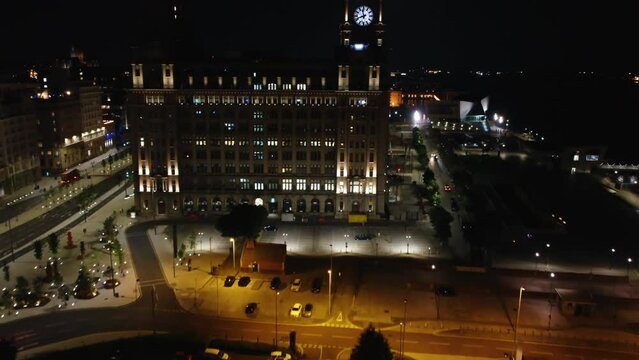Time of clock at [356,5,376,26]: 11:41
